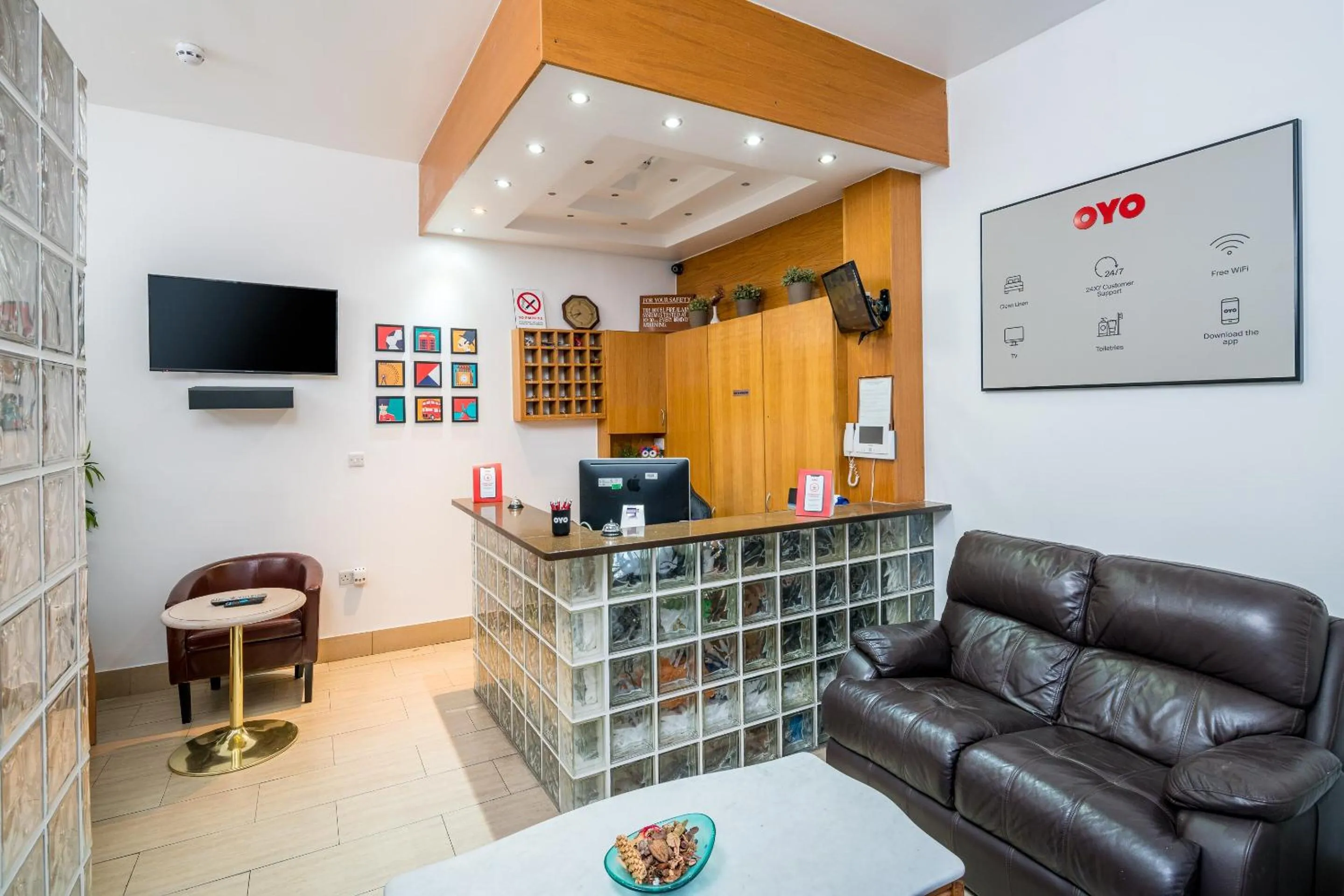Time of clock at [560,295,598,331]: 7:41
